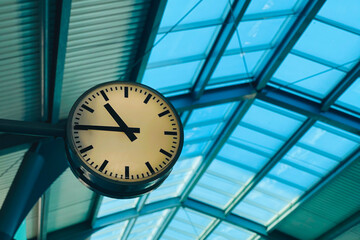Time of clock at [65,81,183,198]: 10:45
